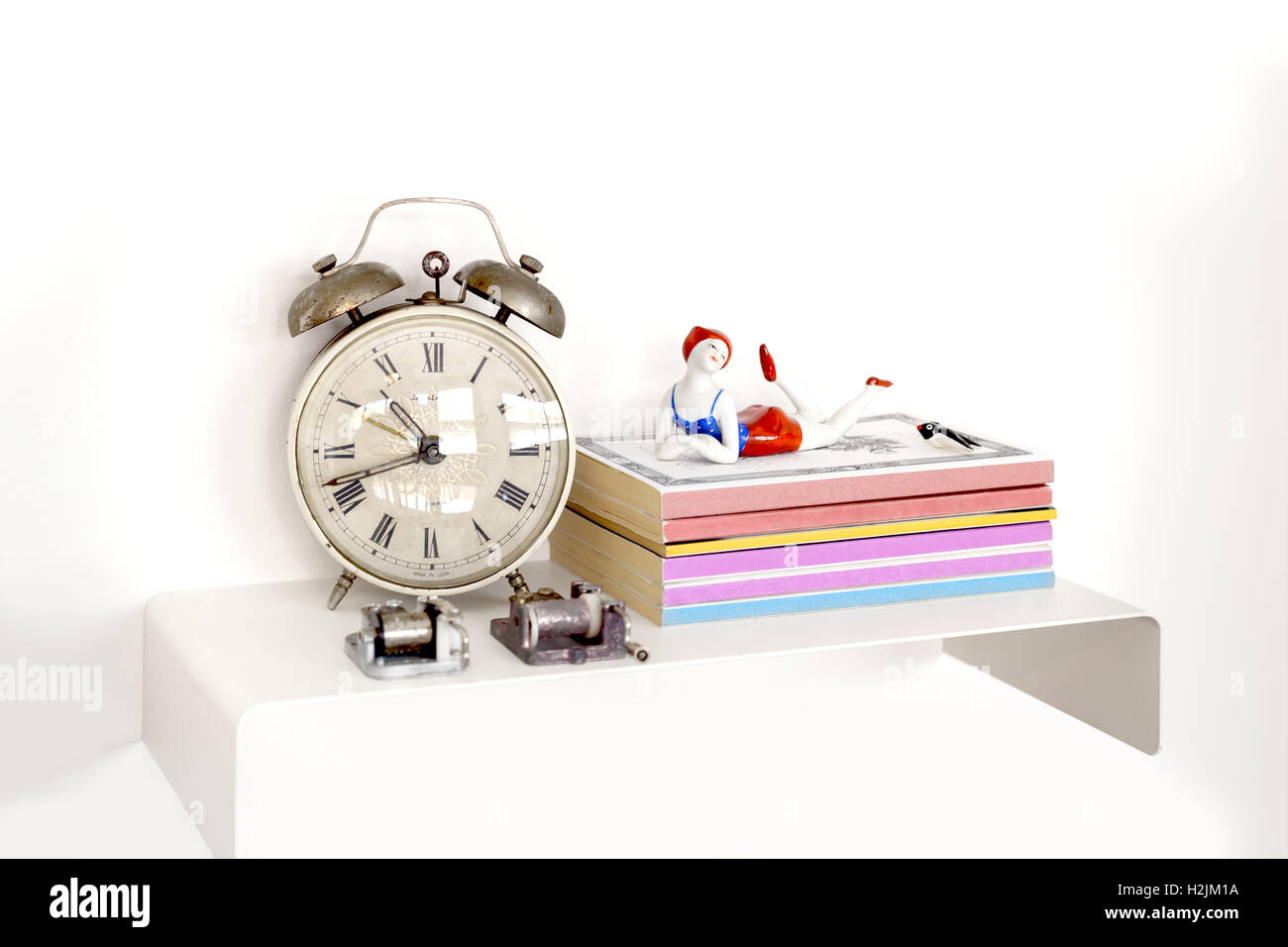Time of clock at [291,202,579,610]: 10:41
